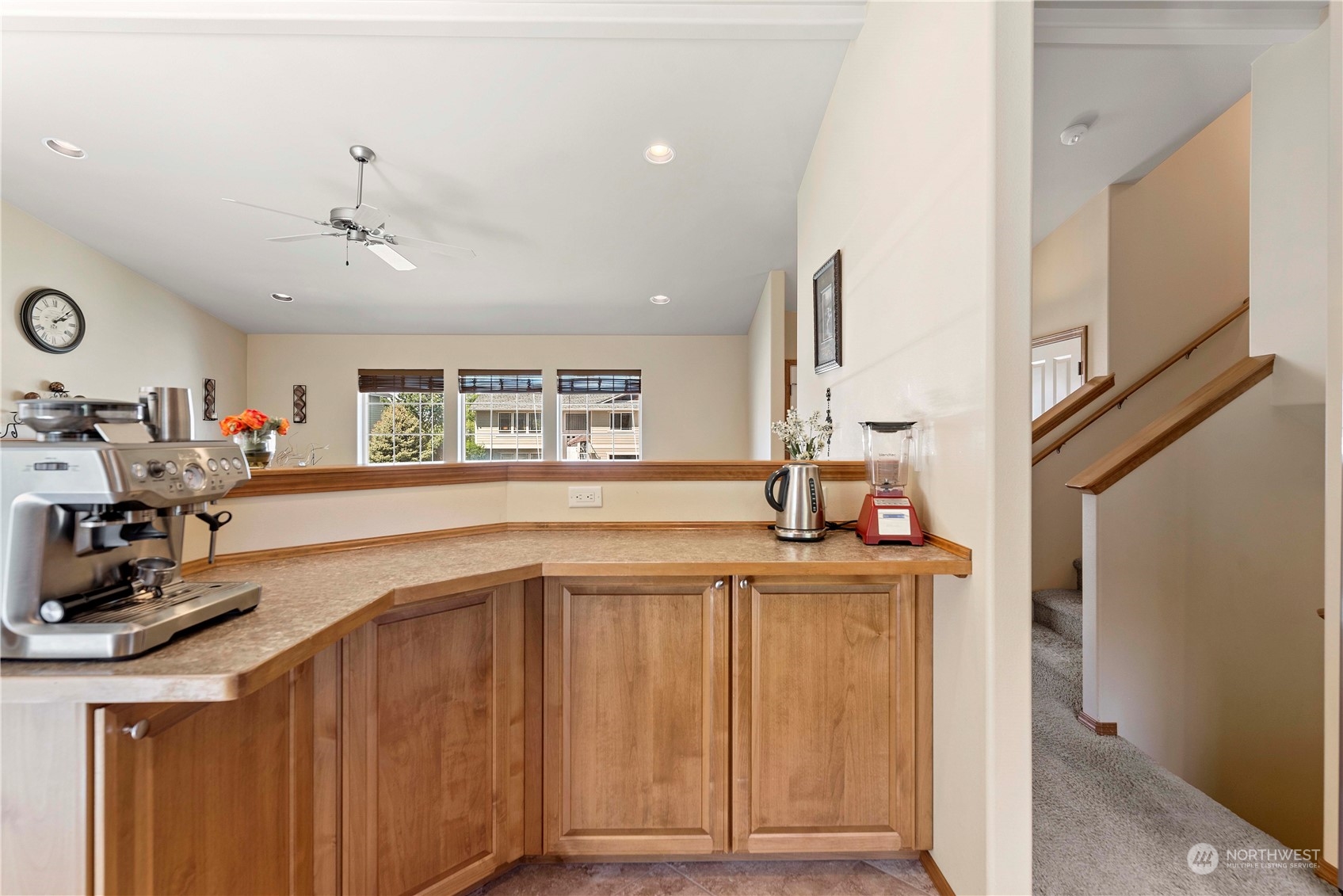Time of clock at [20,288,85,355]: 2:08
